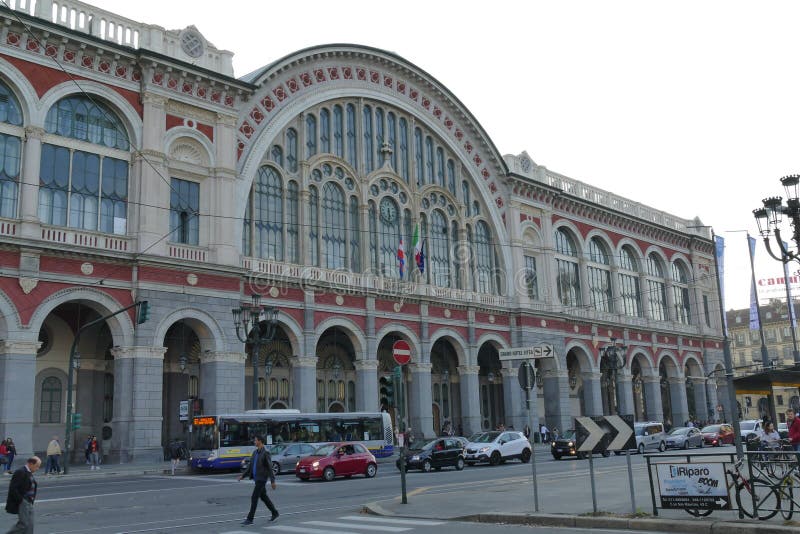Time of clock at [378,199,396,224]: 5:30
